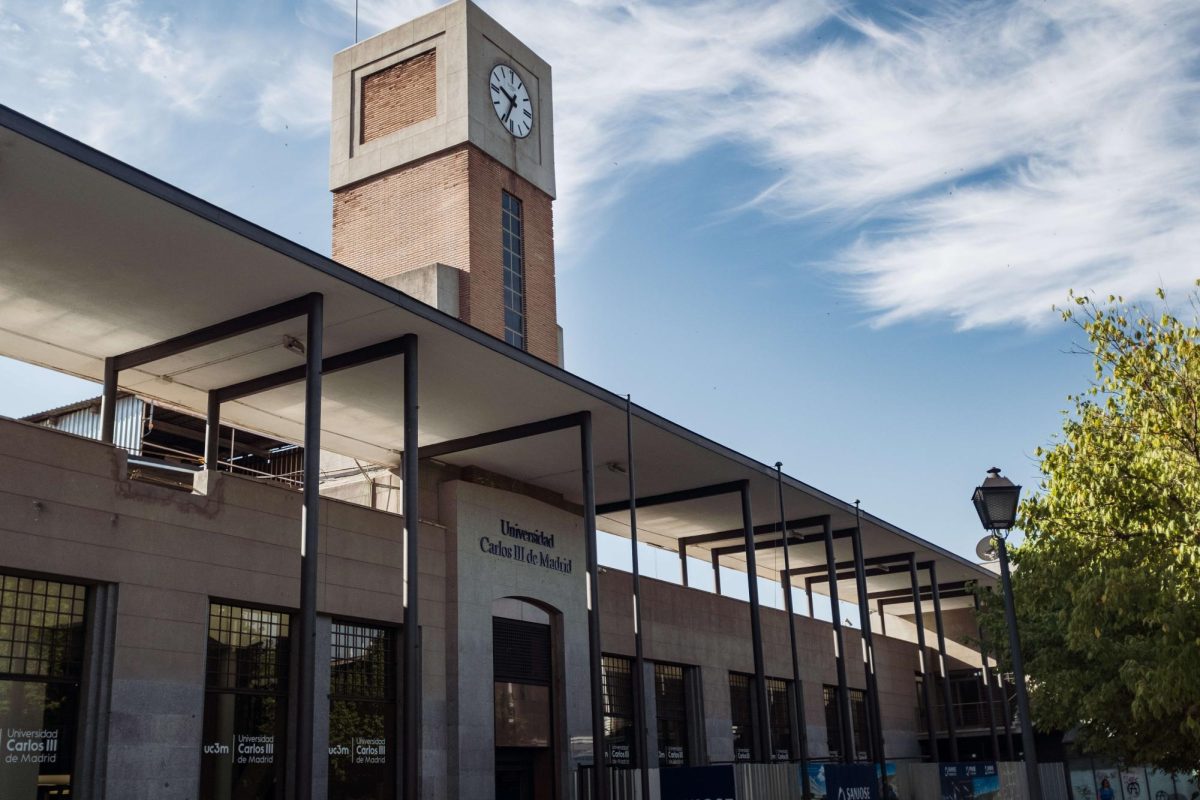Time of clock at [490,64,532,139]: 9:34
